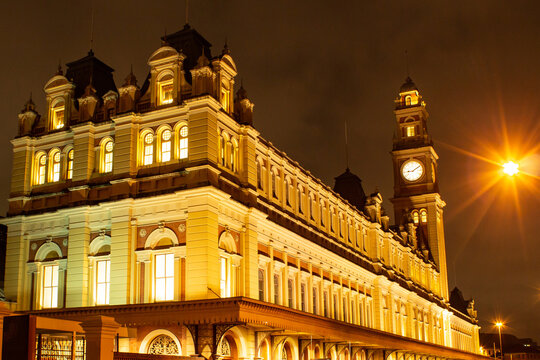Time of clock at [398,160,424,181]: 9:09
